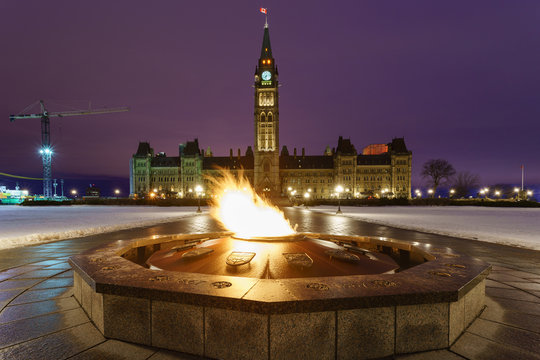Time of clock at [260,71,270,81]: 7:32
